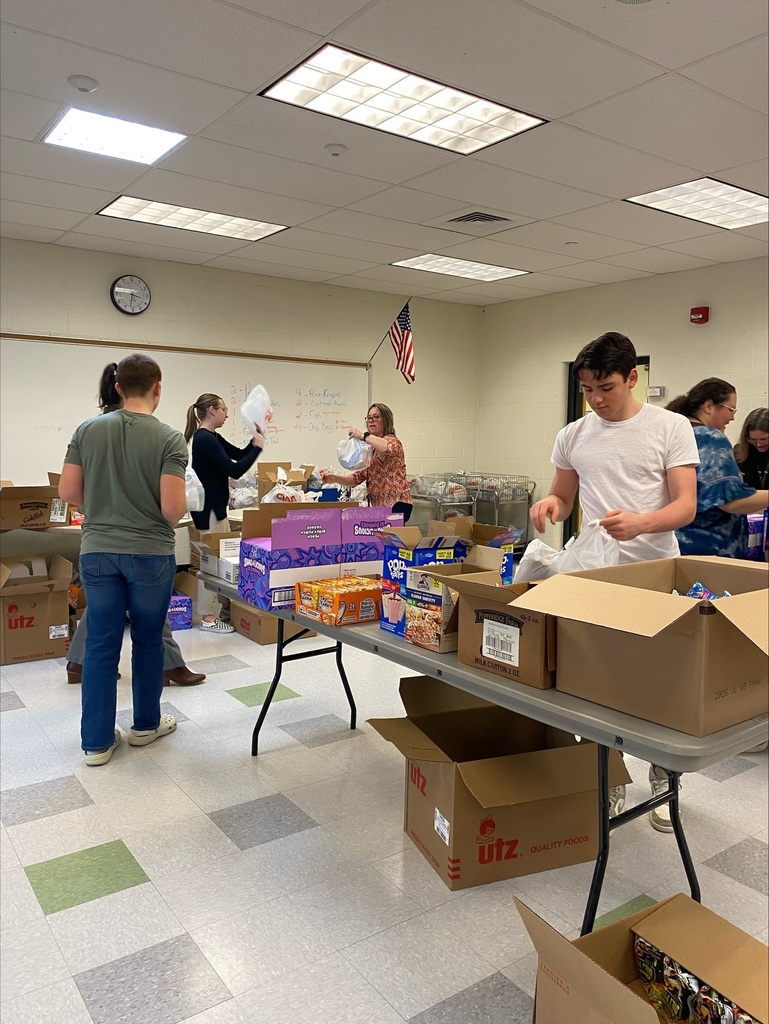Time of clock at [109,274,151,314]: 3:31
